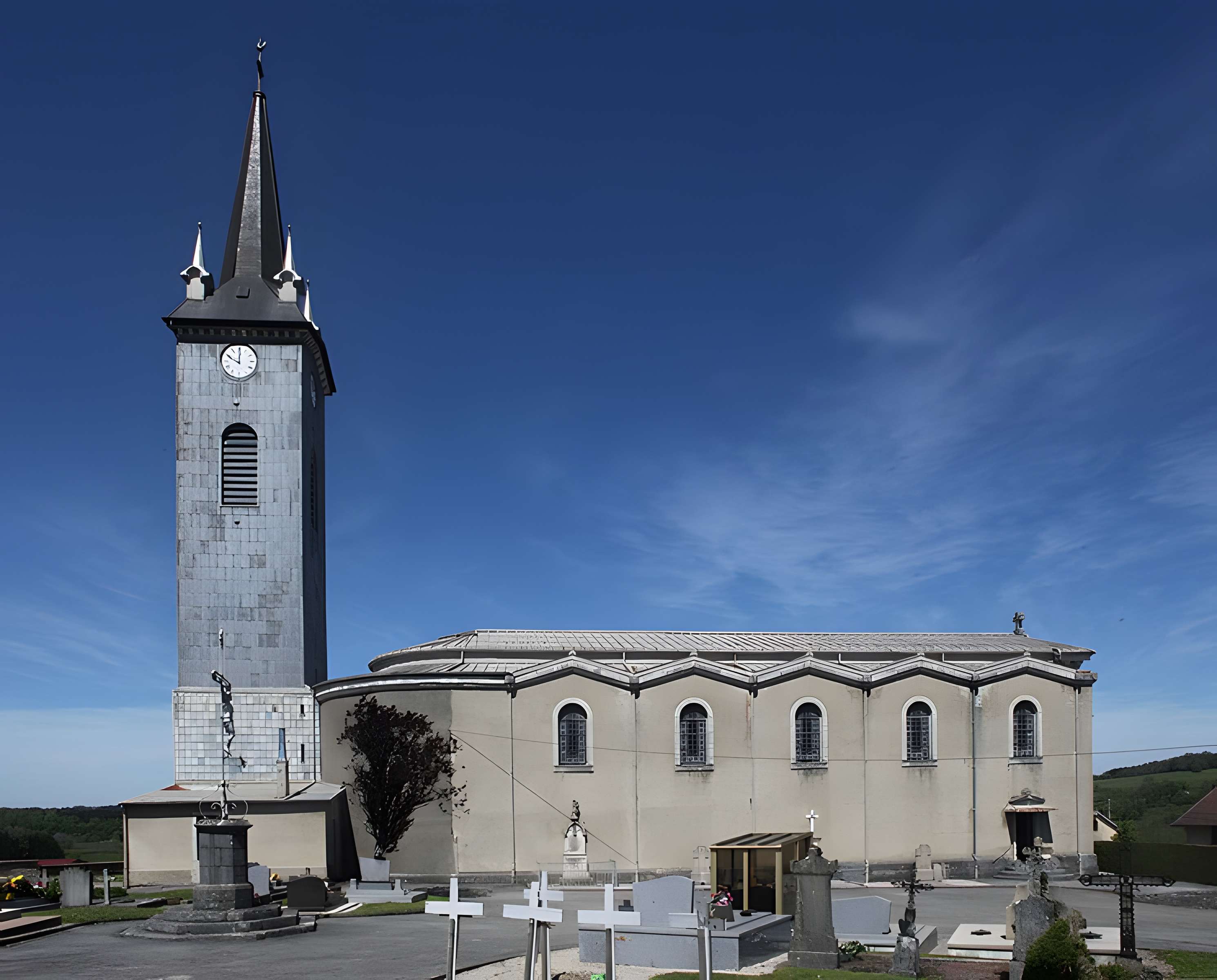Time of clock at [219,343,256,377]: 10:00
